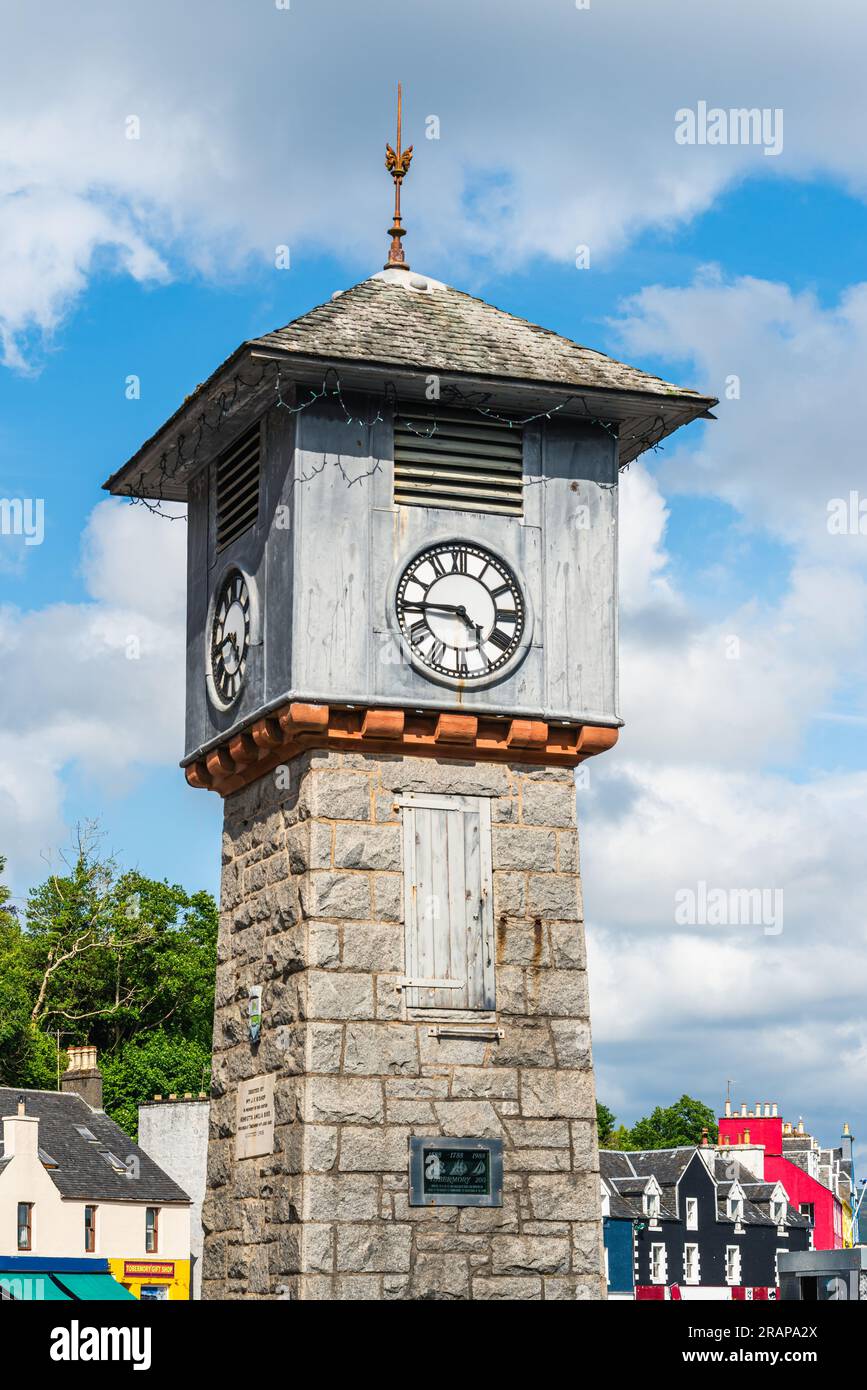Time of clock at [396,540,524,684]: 4:45
